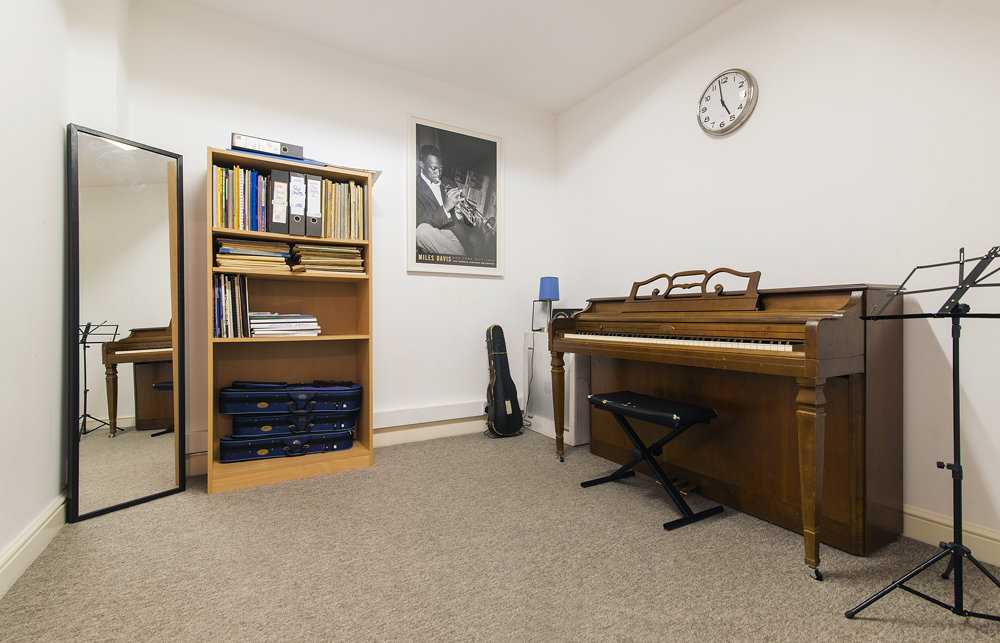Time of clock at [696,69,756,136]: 4:57
